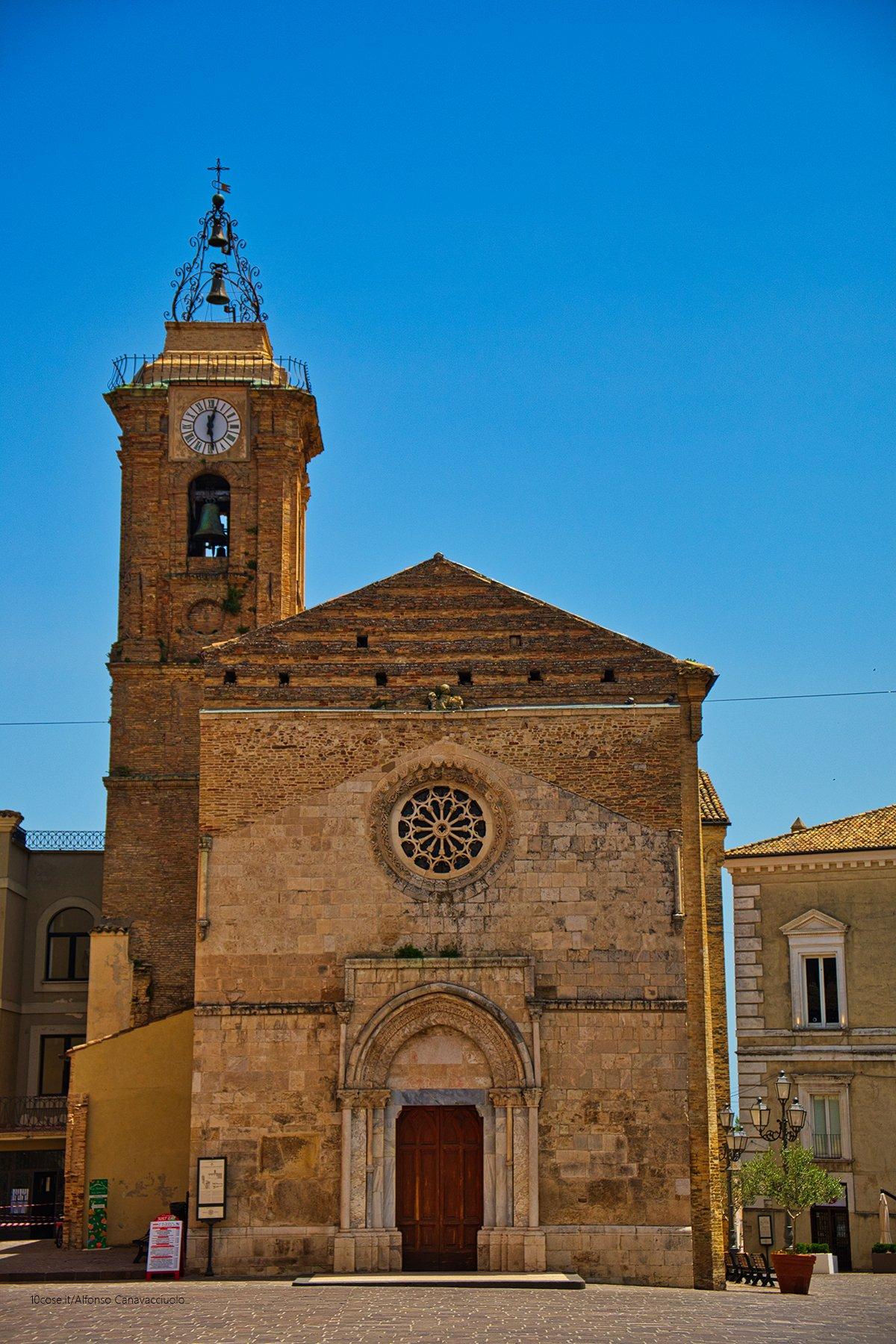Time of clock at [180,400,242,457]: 12:28
